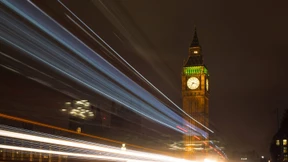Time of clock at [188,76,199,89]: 7:17
